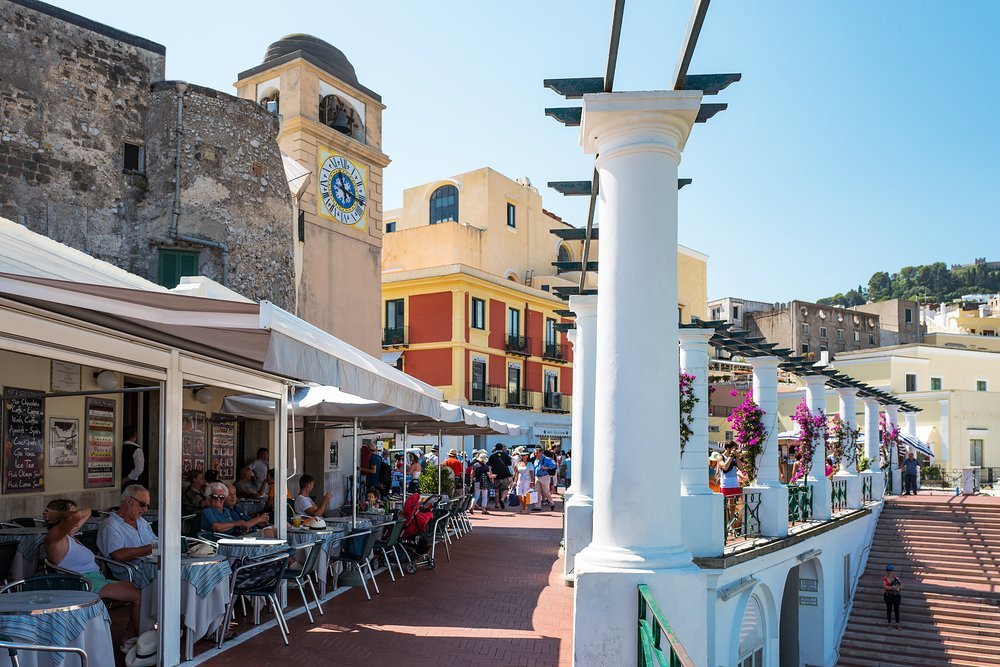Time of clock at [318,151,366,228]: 11:17
